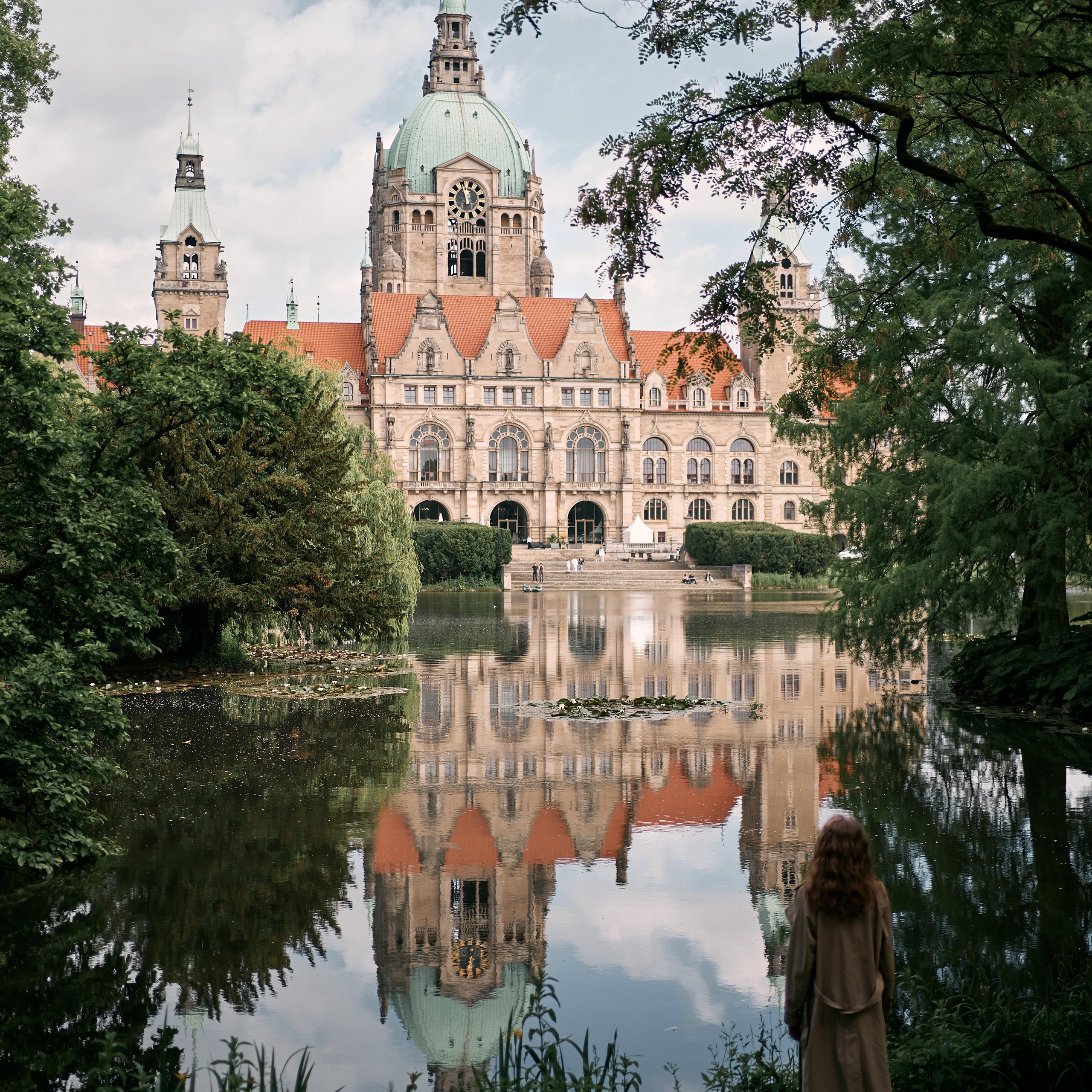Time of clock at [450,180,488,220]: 11:56
